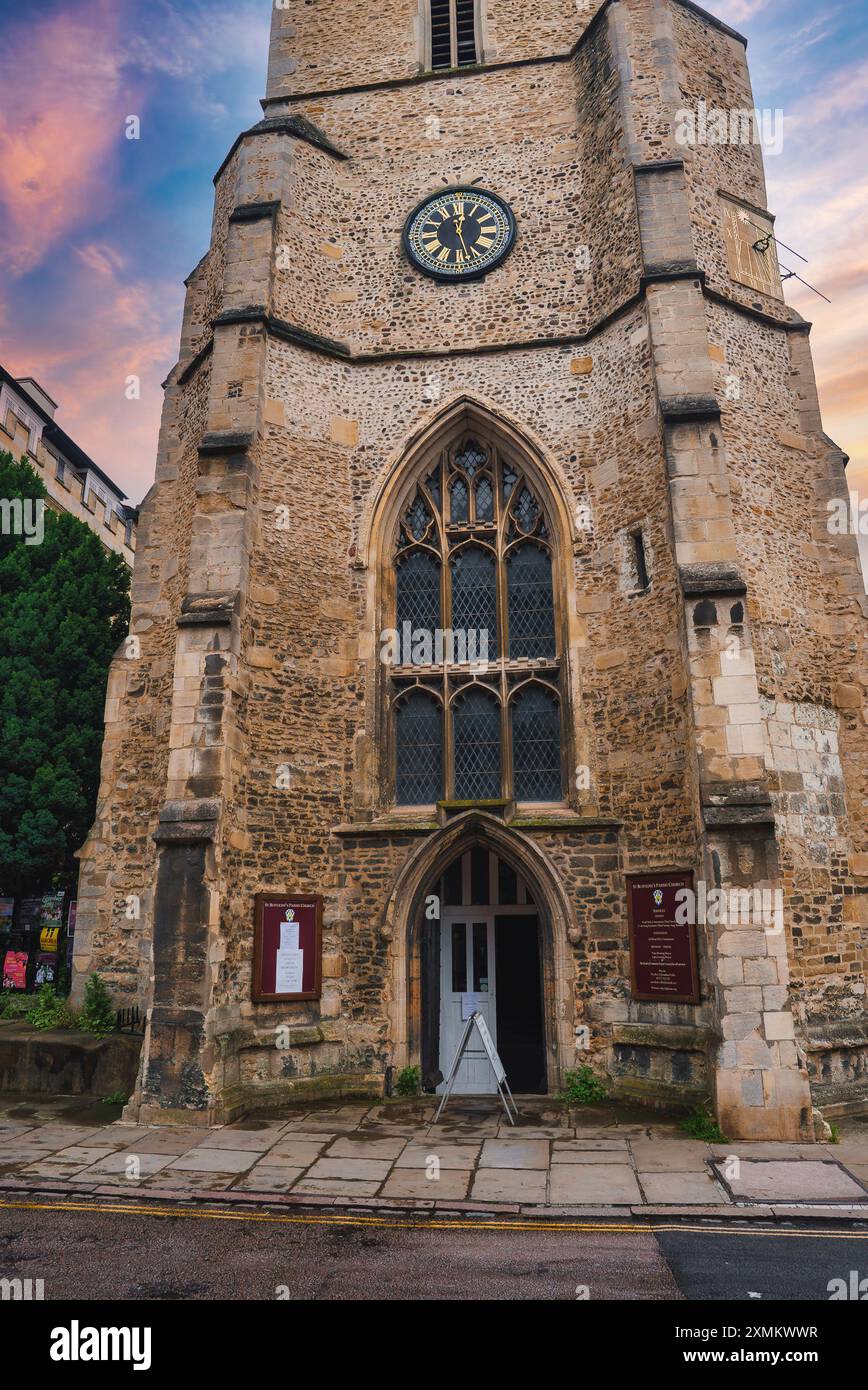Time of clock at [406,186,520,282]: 12:27
